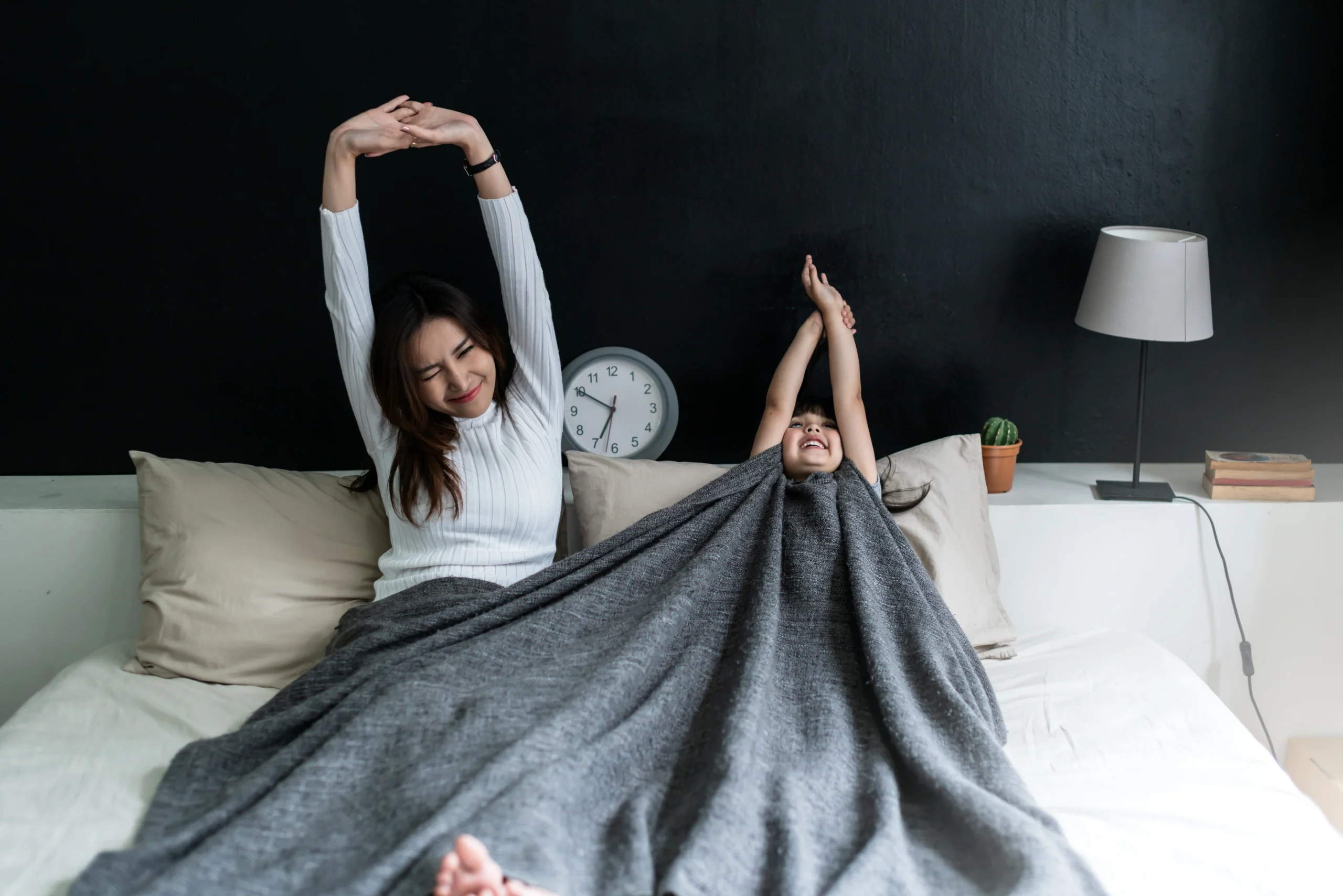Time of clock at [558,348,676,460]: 6:50
